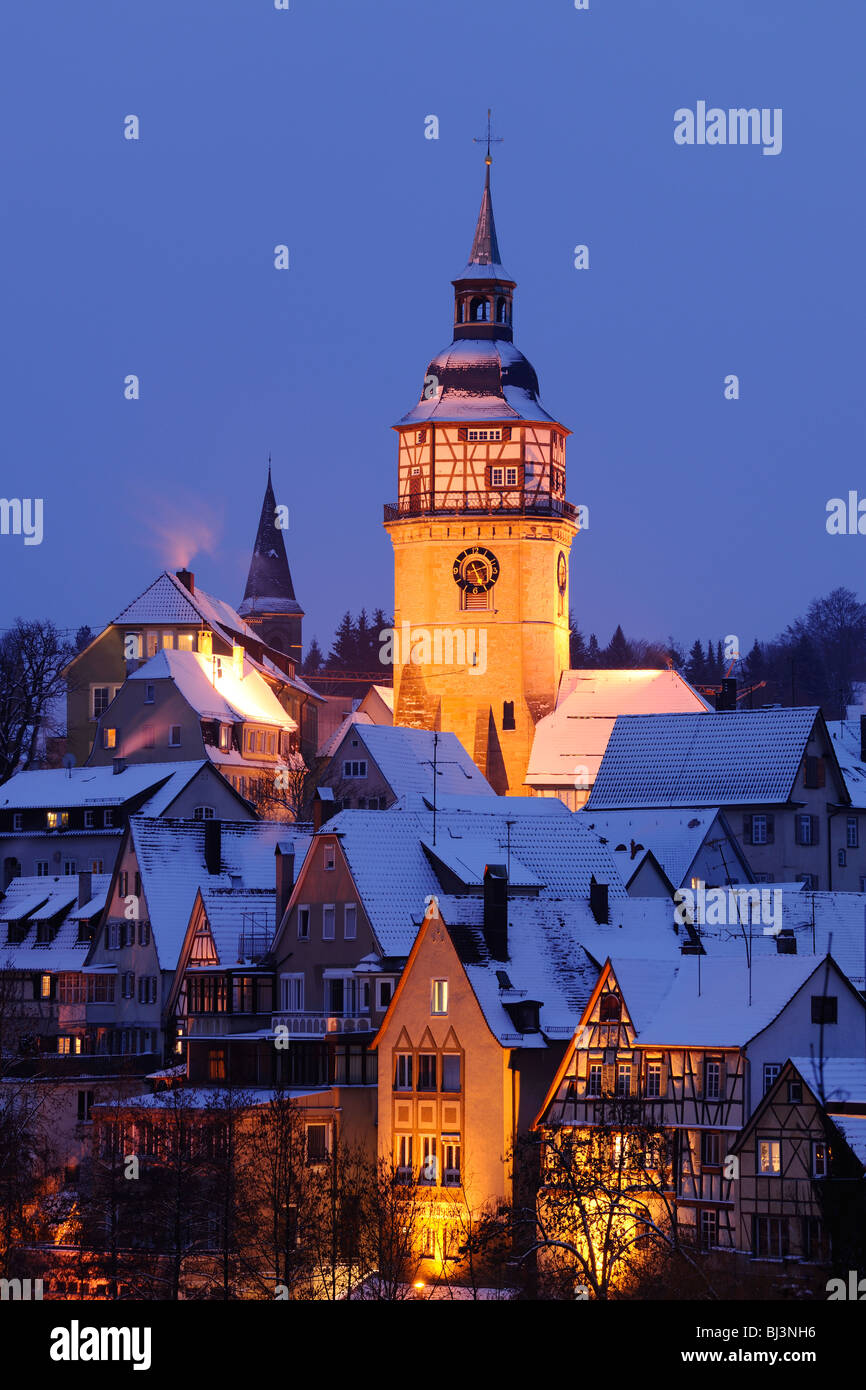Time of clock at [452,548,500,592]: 2:25
